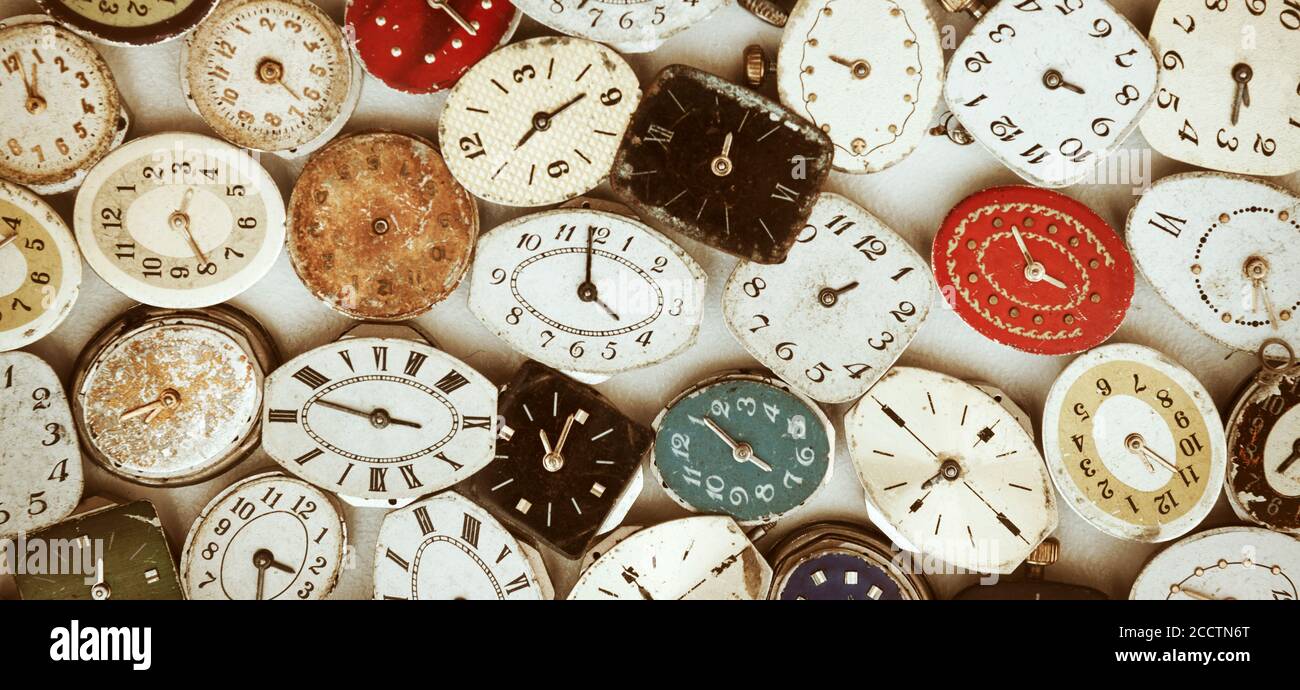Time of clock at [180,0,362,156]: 4:22
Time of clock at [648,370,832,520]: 3:52
